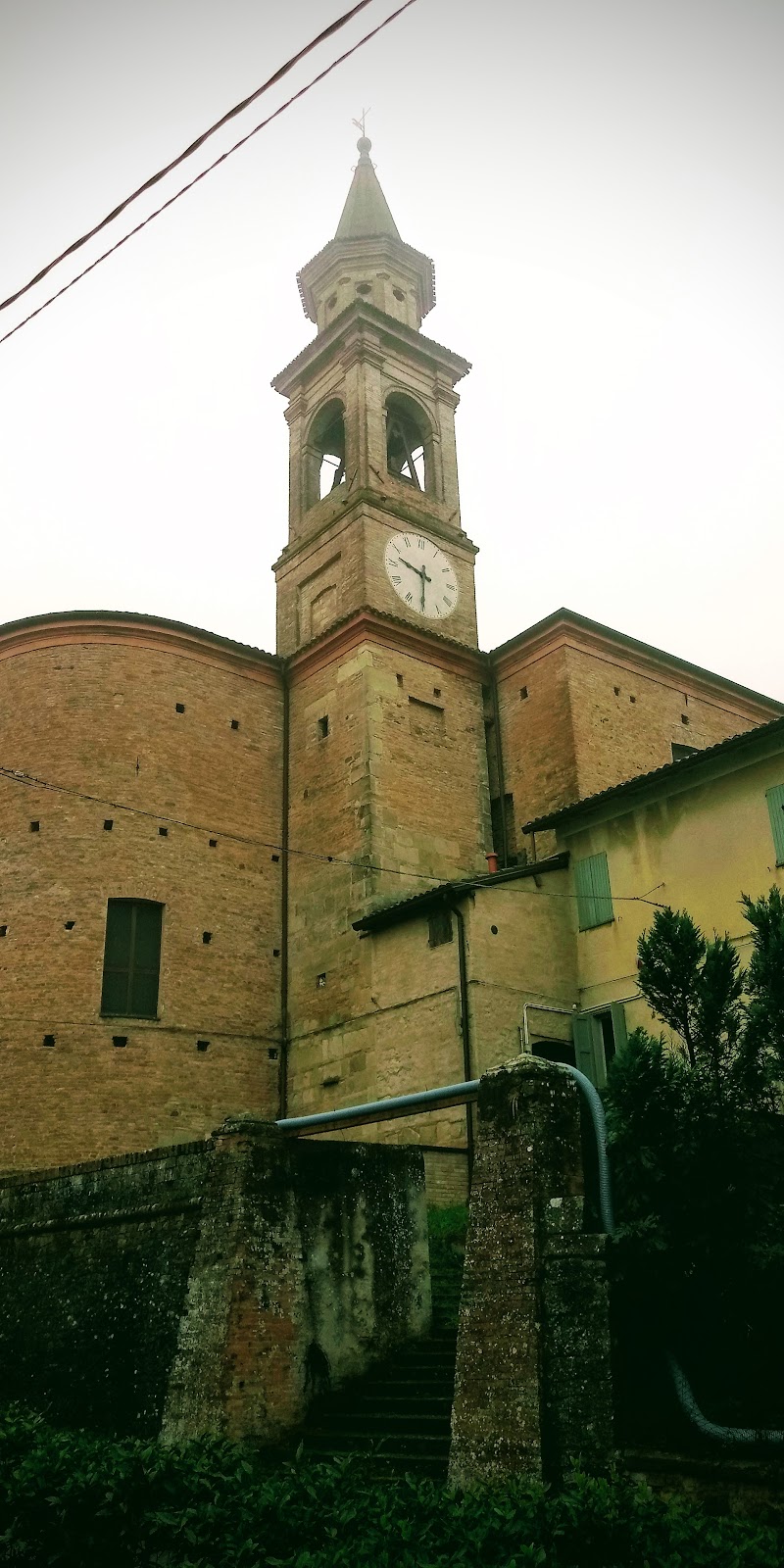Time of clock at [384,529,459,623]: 9:30
